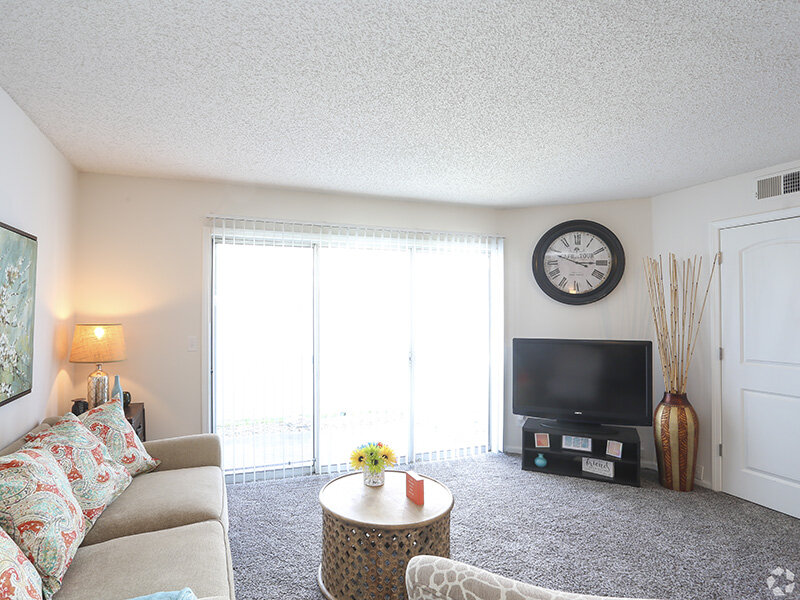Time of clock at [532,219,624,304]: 2:48
